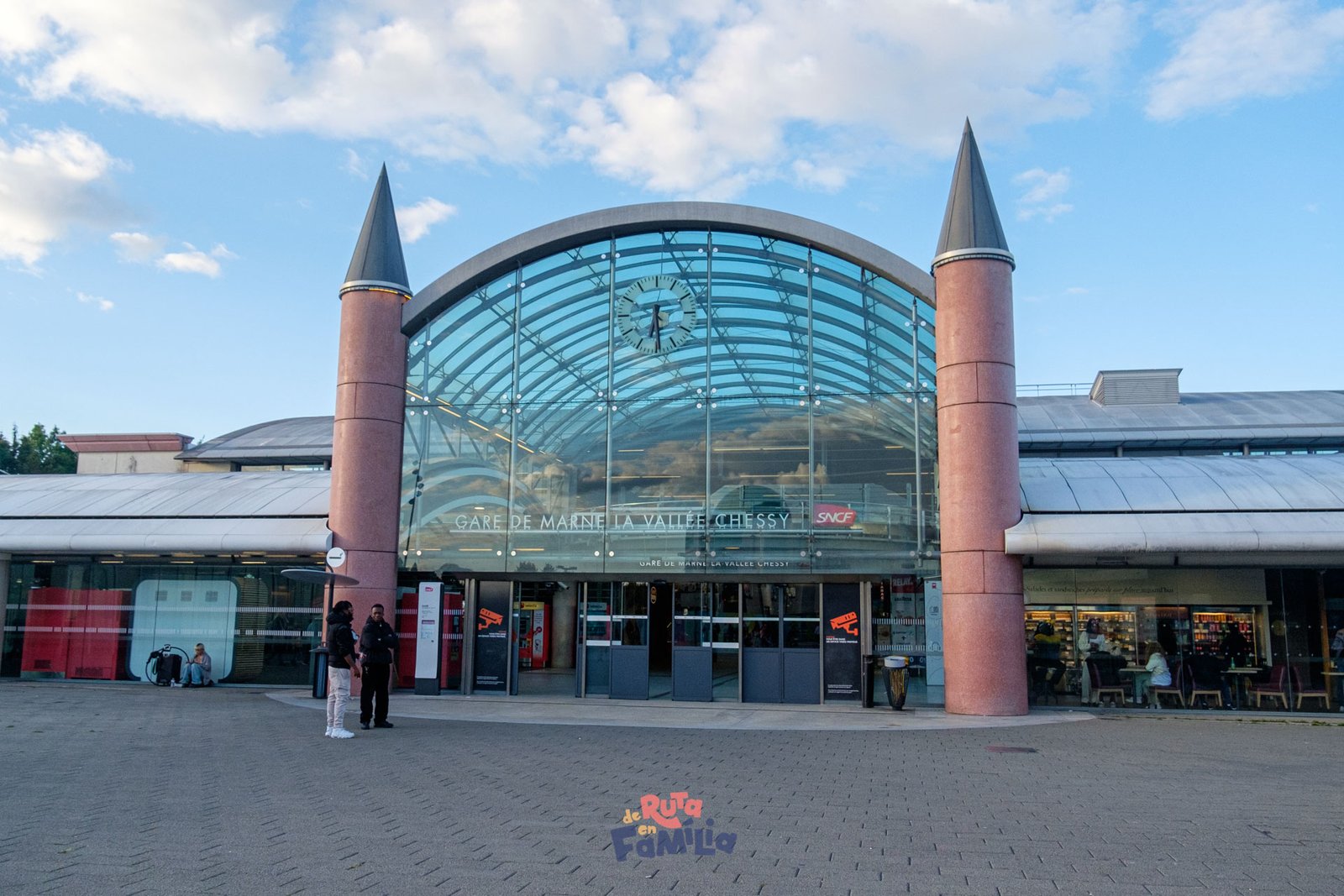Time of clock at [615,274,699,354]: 6:29
